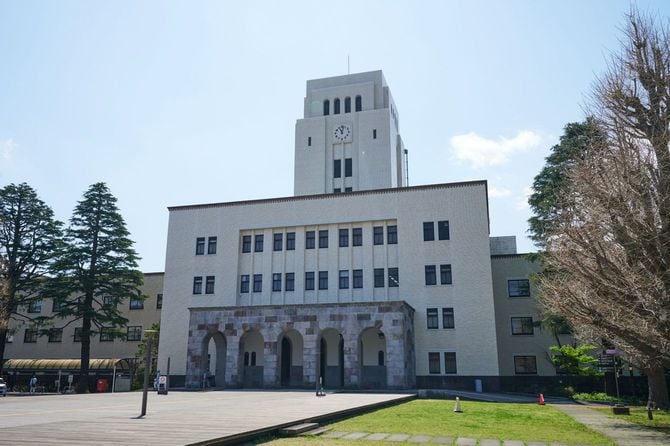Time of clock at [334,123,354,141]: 11:02
